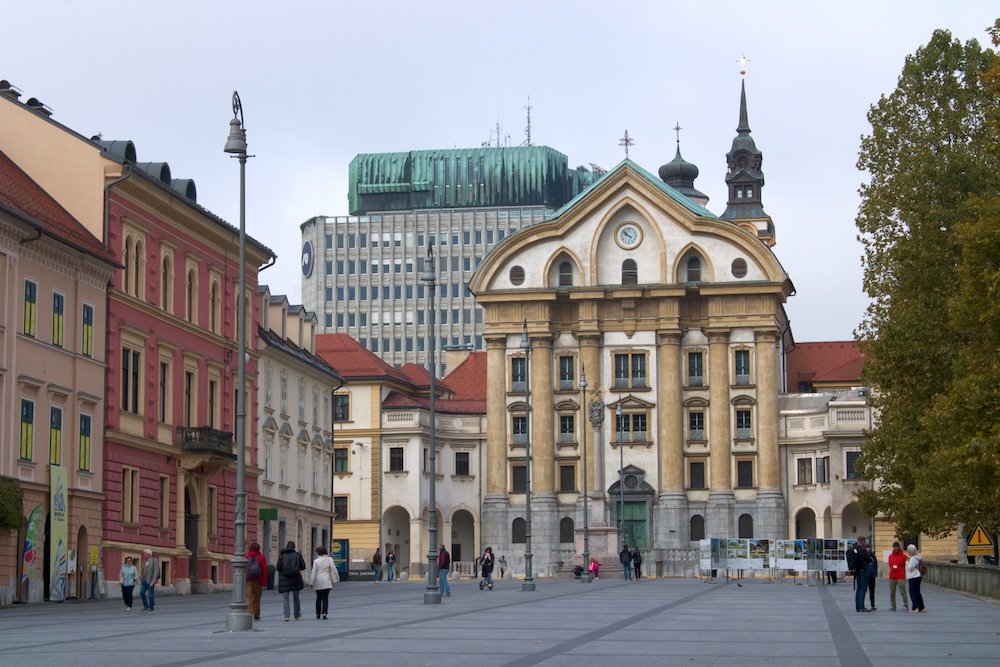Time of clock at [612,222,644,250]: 9:51
